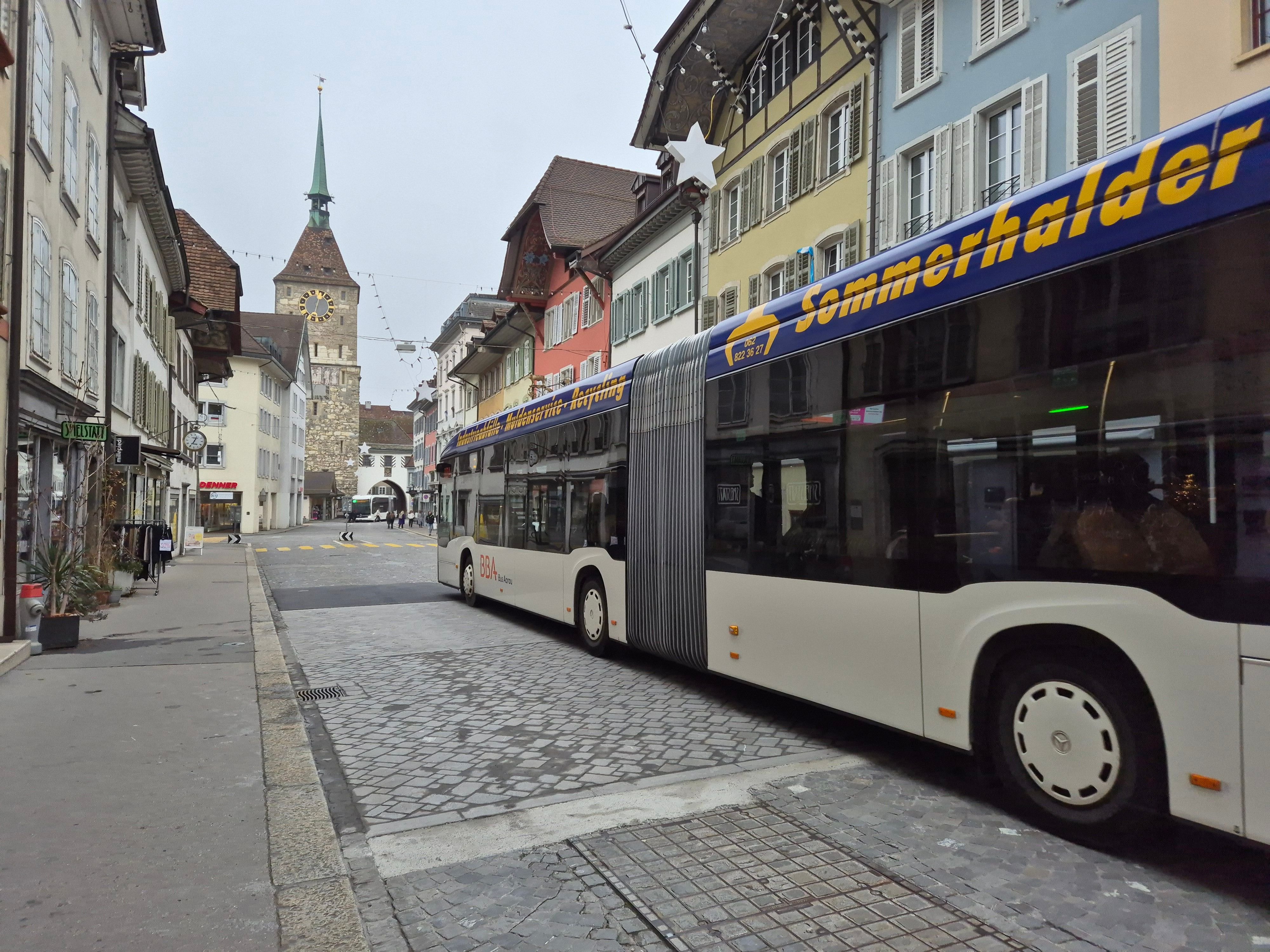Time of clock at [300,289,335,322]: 12:32
